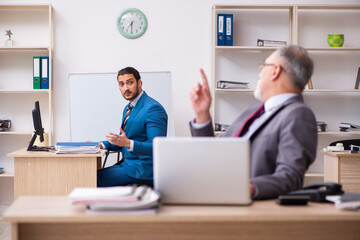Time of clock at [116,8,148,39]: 7:30
